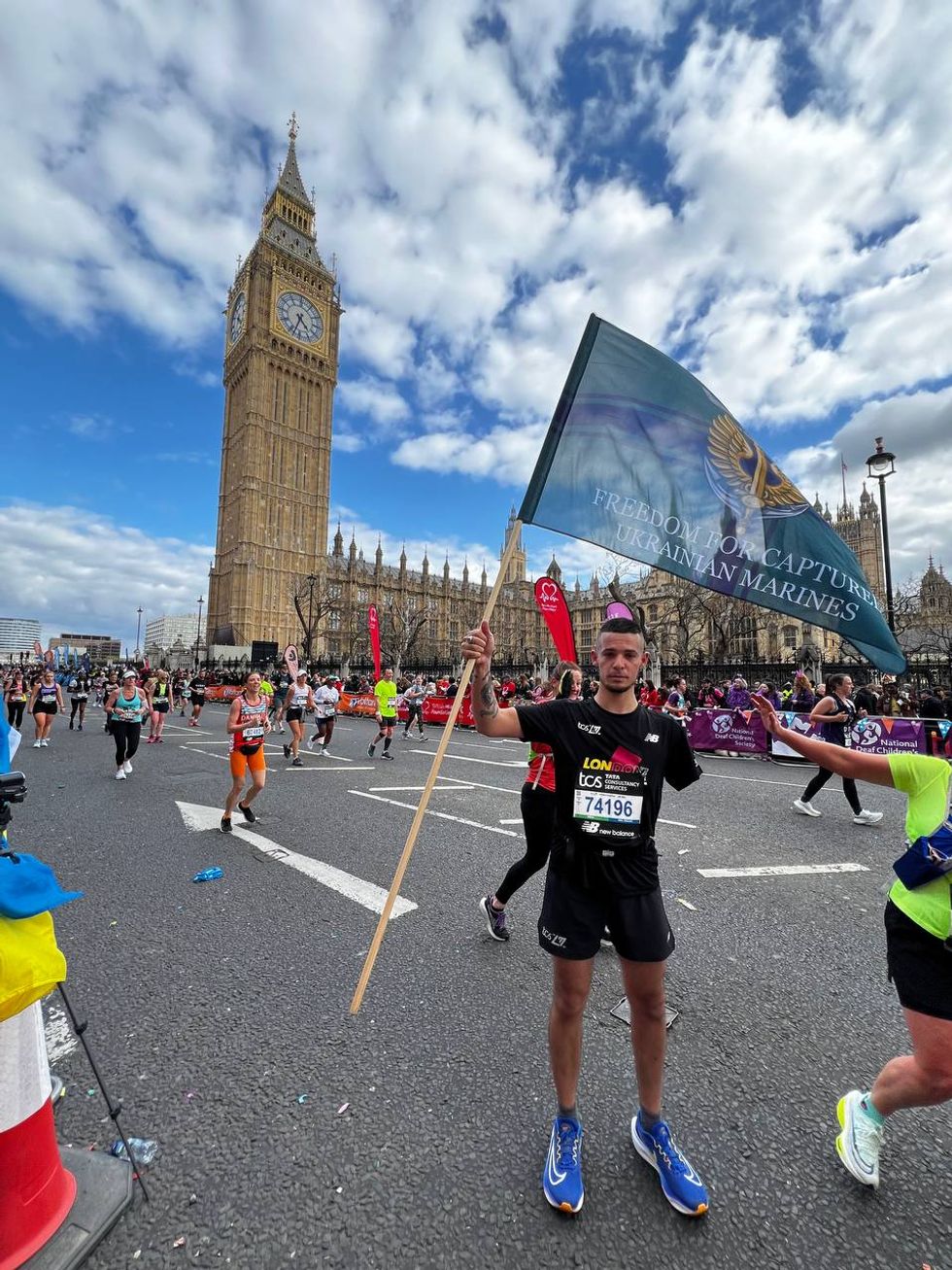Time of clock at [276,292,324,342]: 4:33
